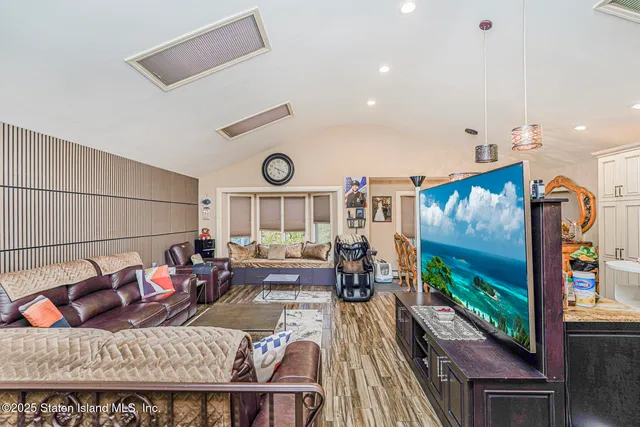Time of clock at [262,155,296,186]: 5:18
